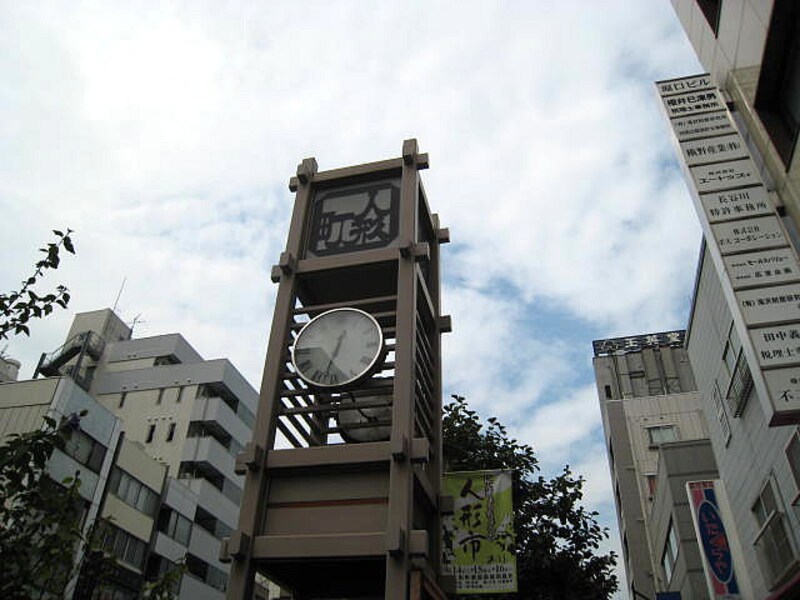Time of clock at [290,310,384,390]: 12:32
